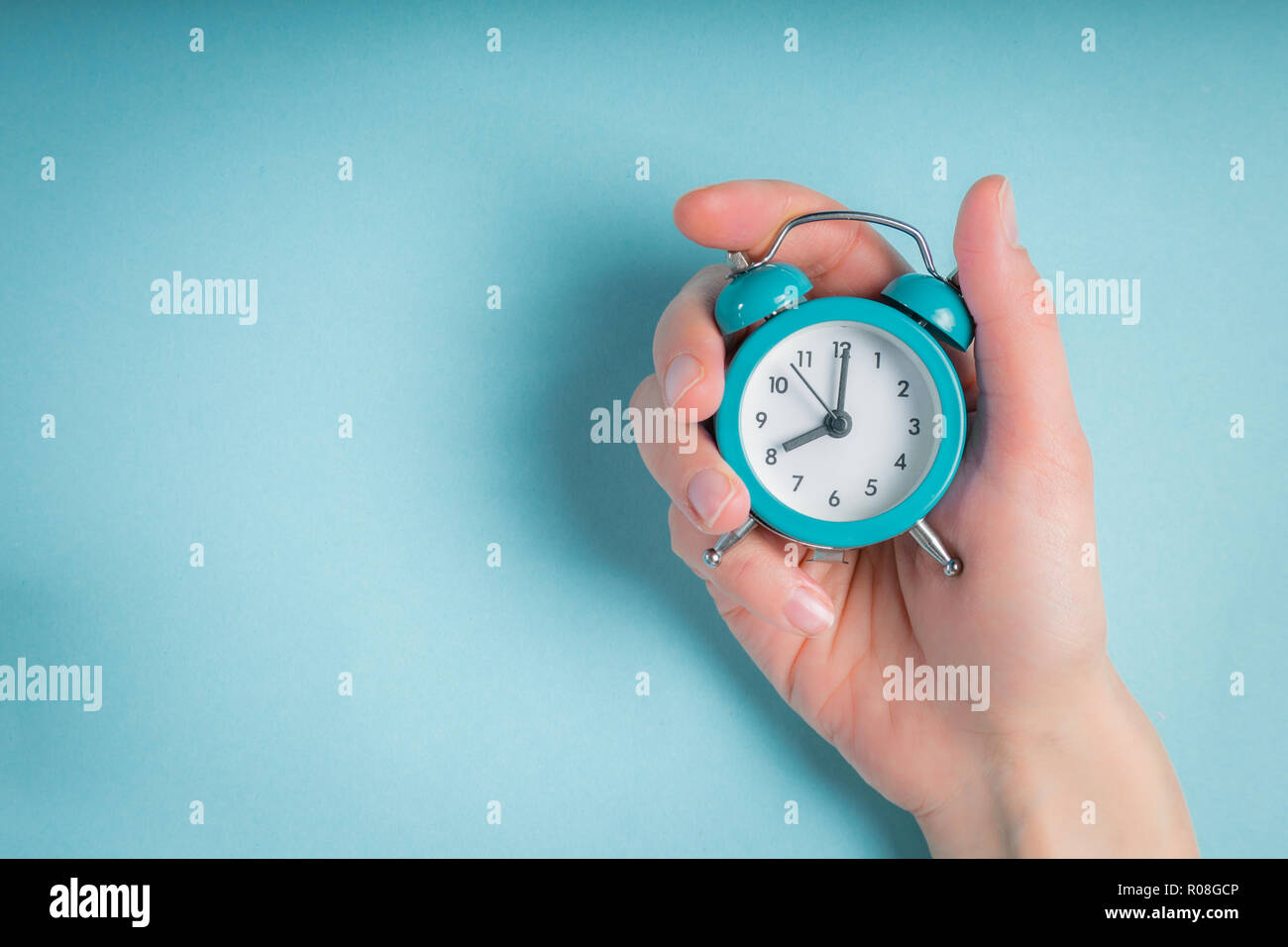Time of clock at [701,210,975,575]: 8:01
